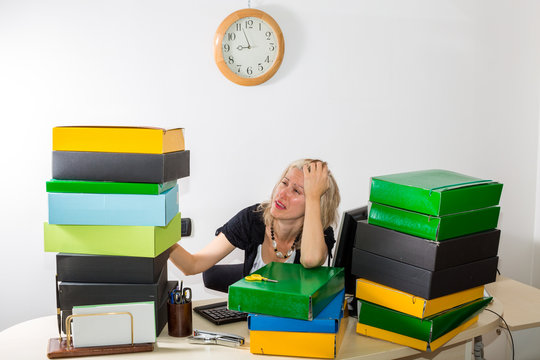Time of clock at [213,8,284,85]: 8:56
